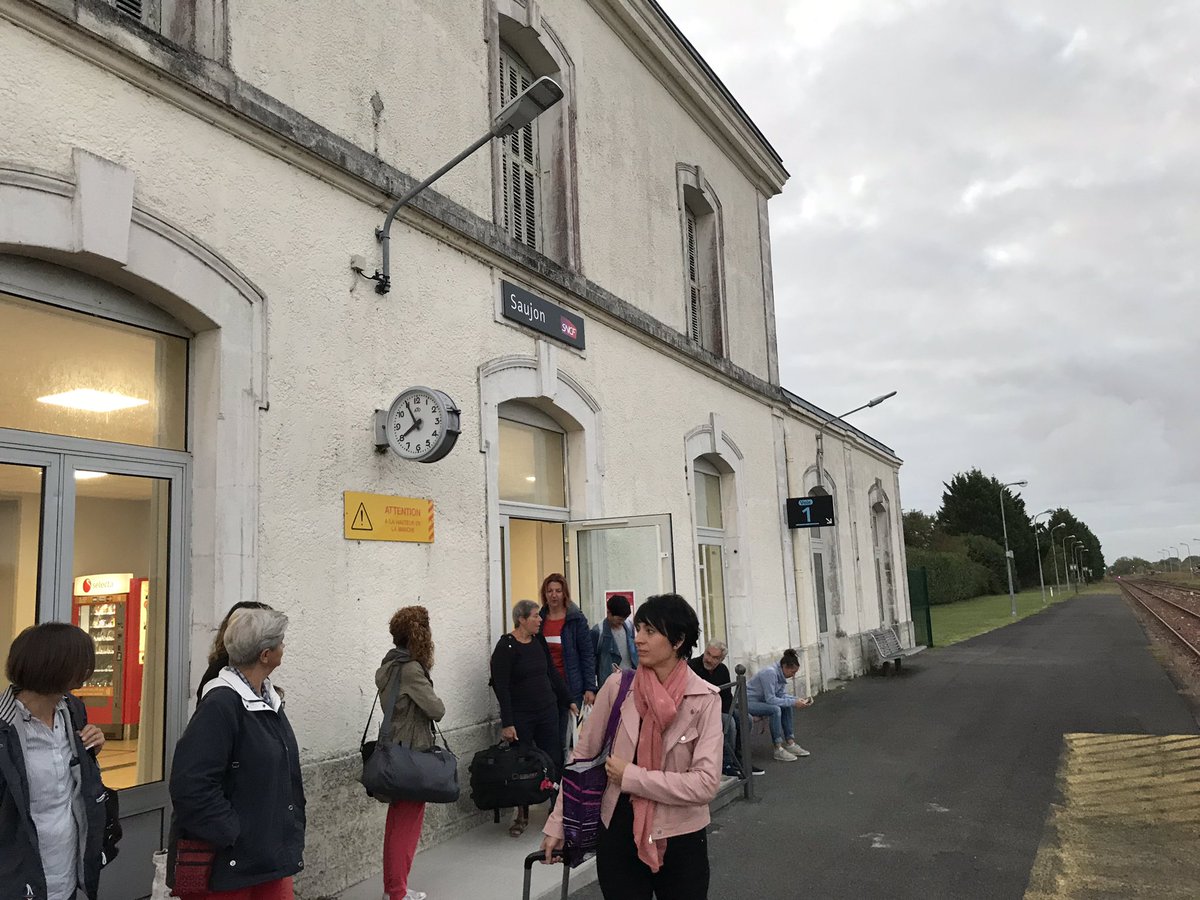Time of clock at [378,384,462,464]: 7:55
